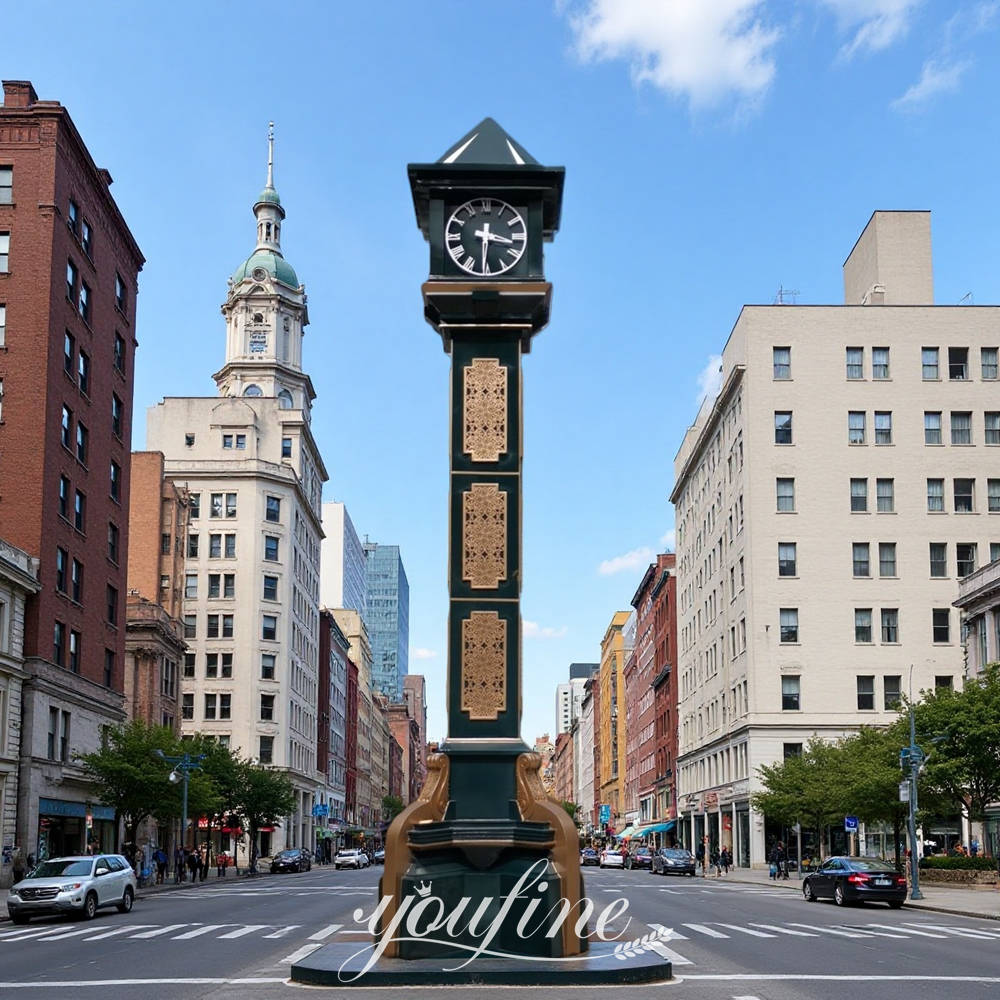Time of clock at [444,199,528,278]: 3:30
